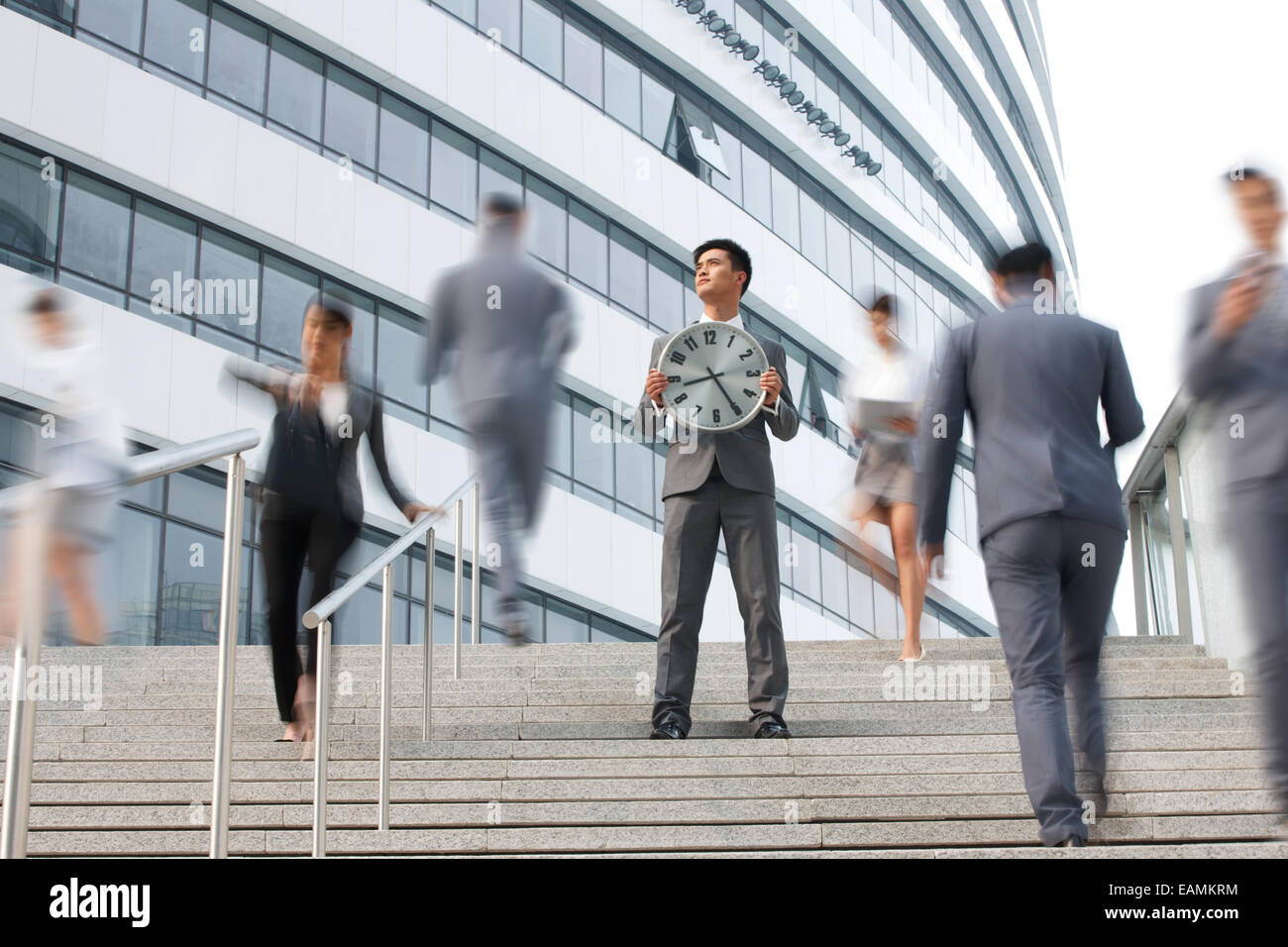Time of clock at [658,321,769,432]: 8:25
